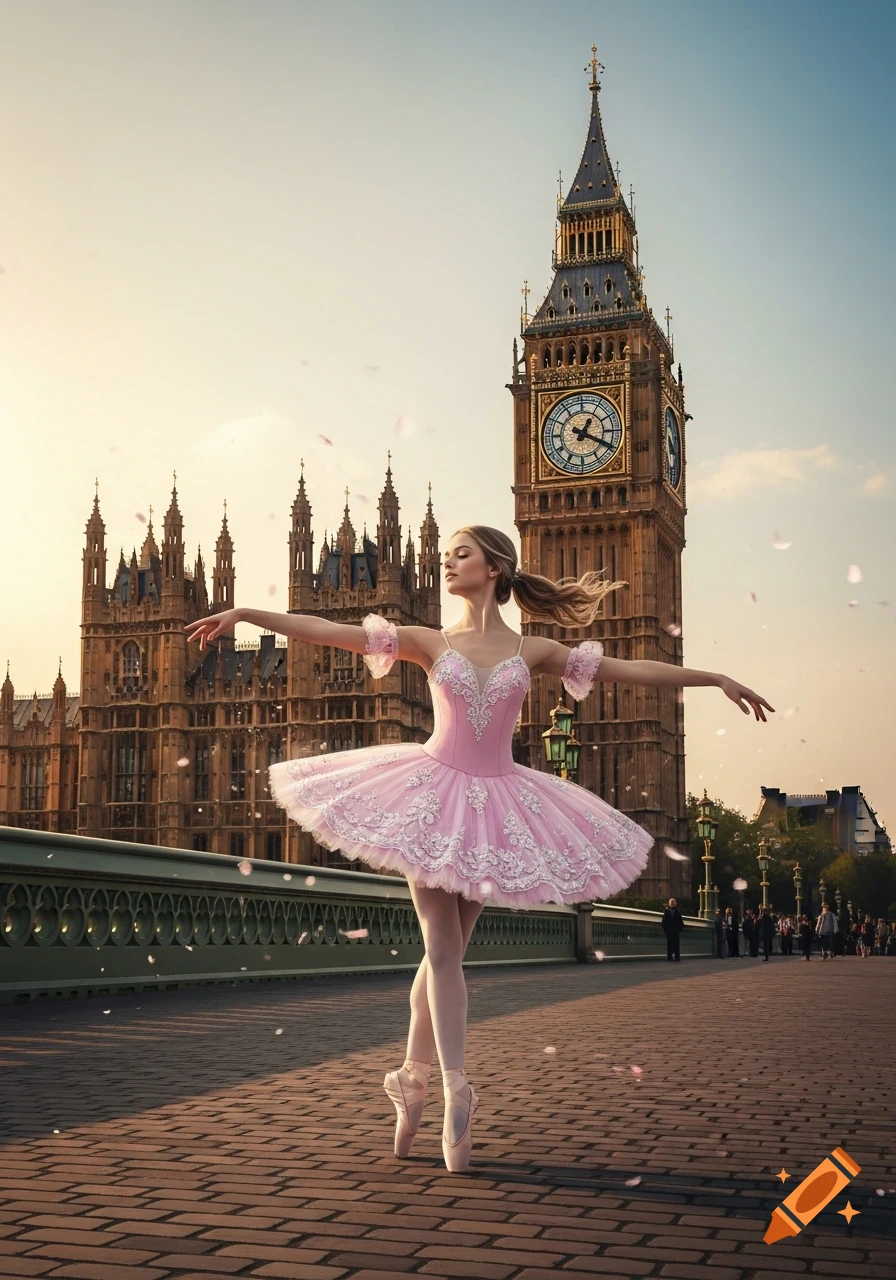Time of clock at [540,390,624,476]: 1:19
